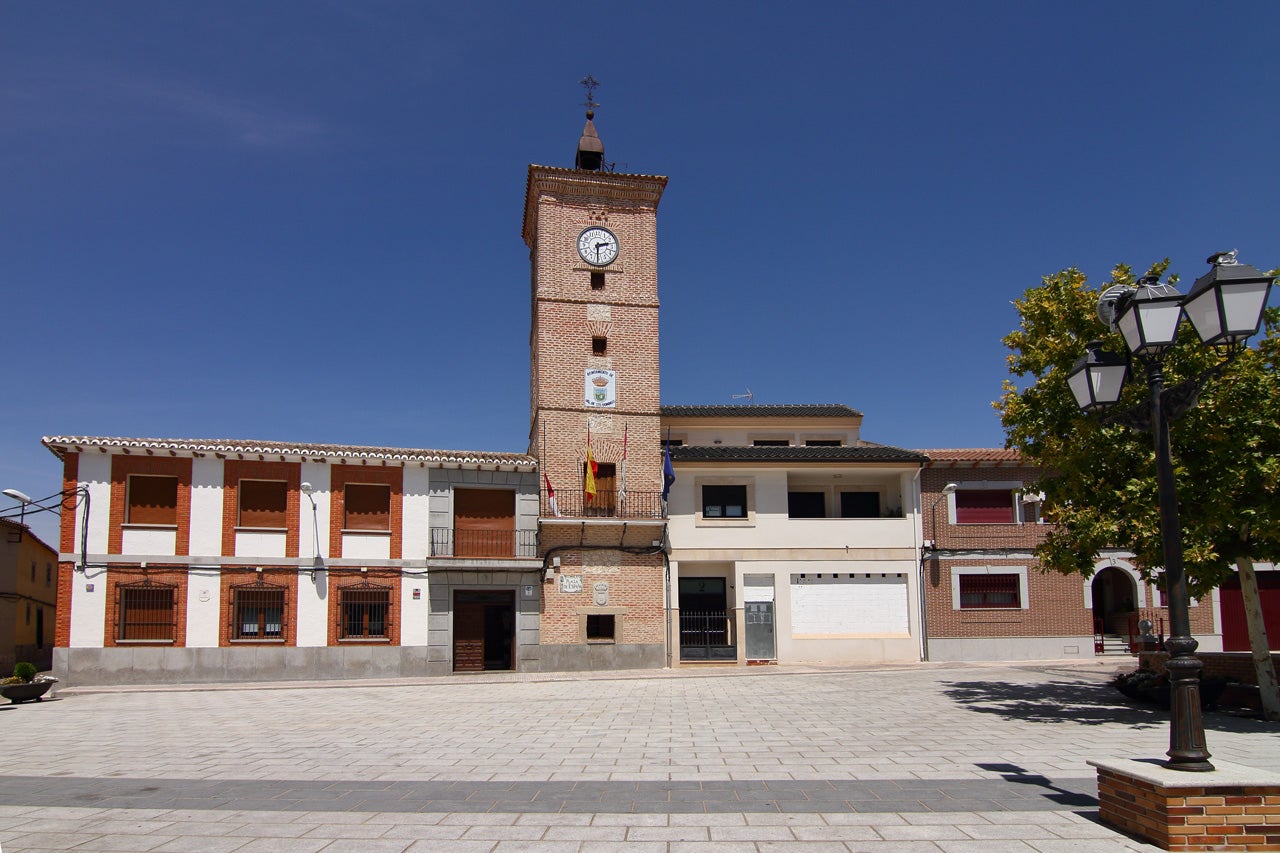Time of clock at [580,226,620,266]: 2:30
